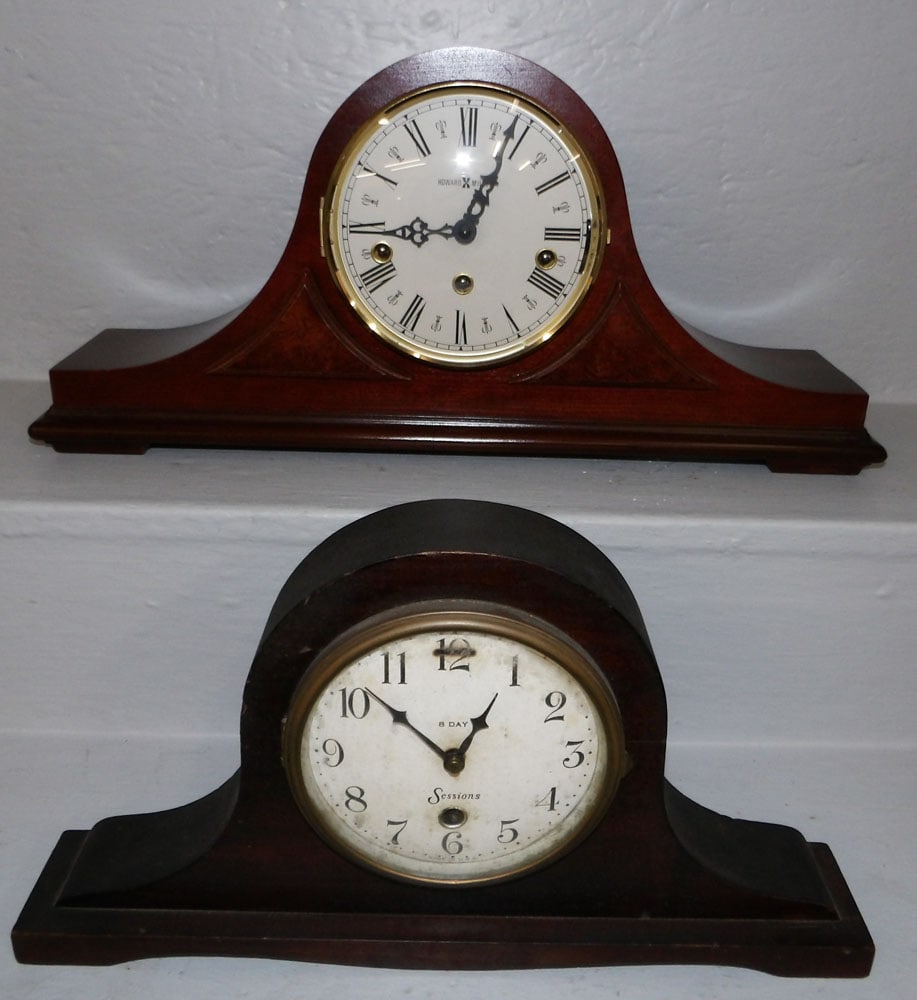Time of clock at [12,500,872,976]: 12:52
